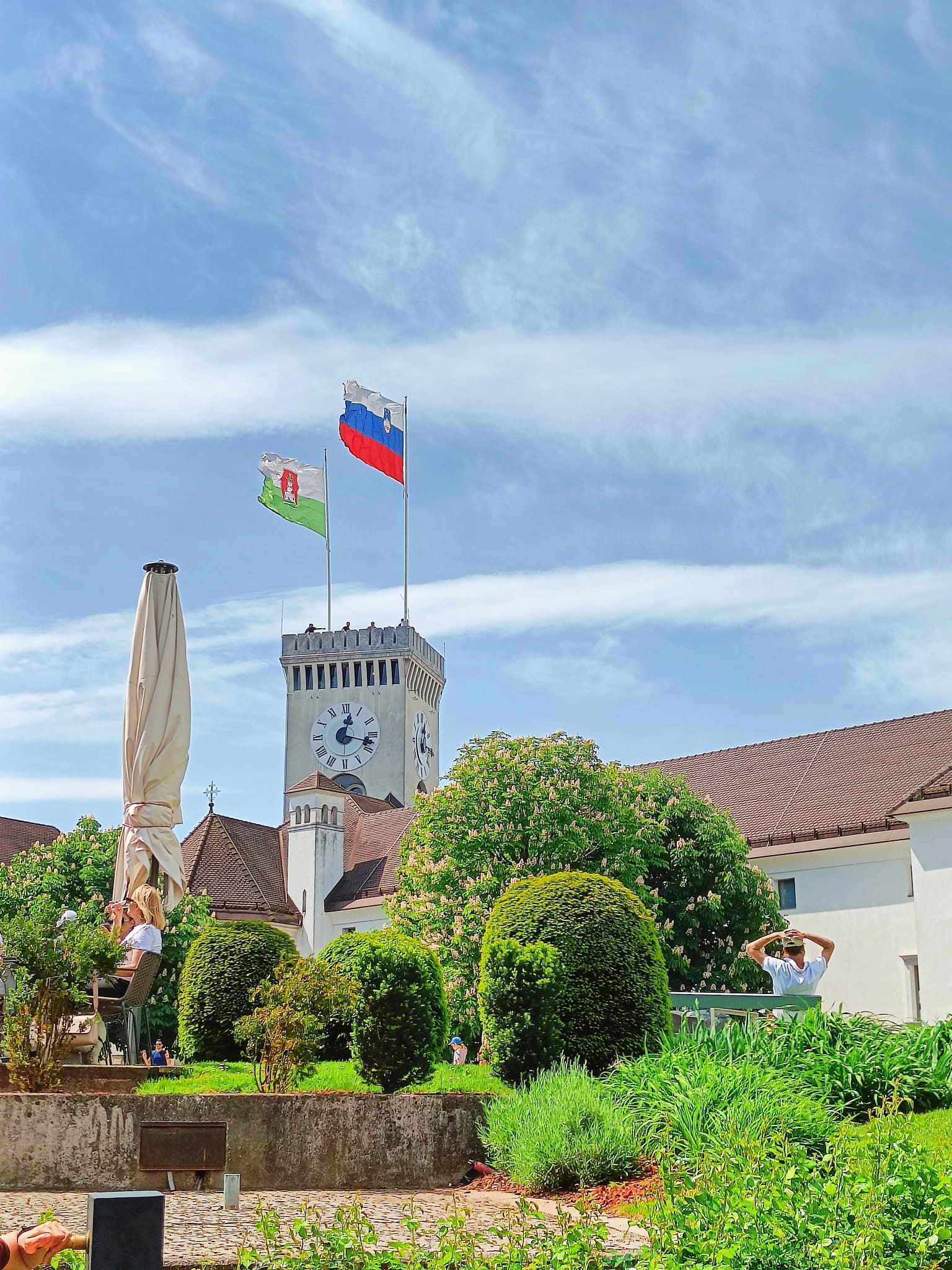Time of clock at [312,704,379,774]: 12:17
